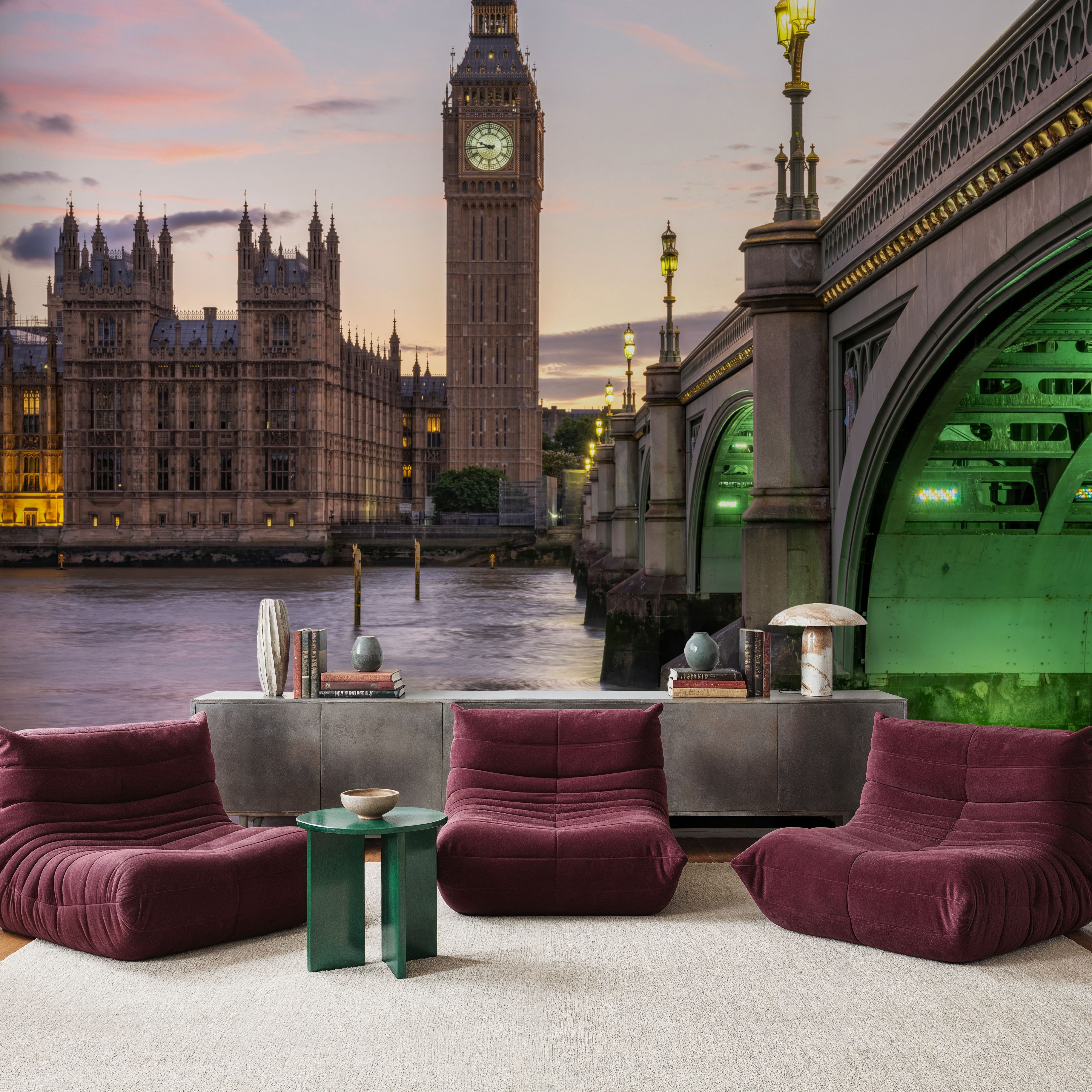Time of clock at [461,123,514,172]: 9:43
